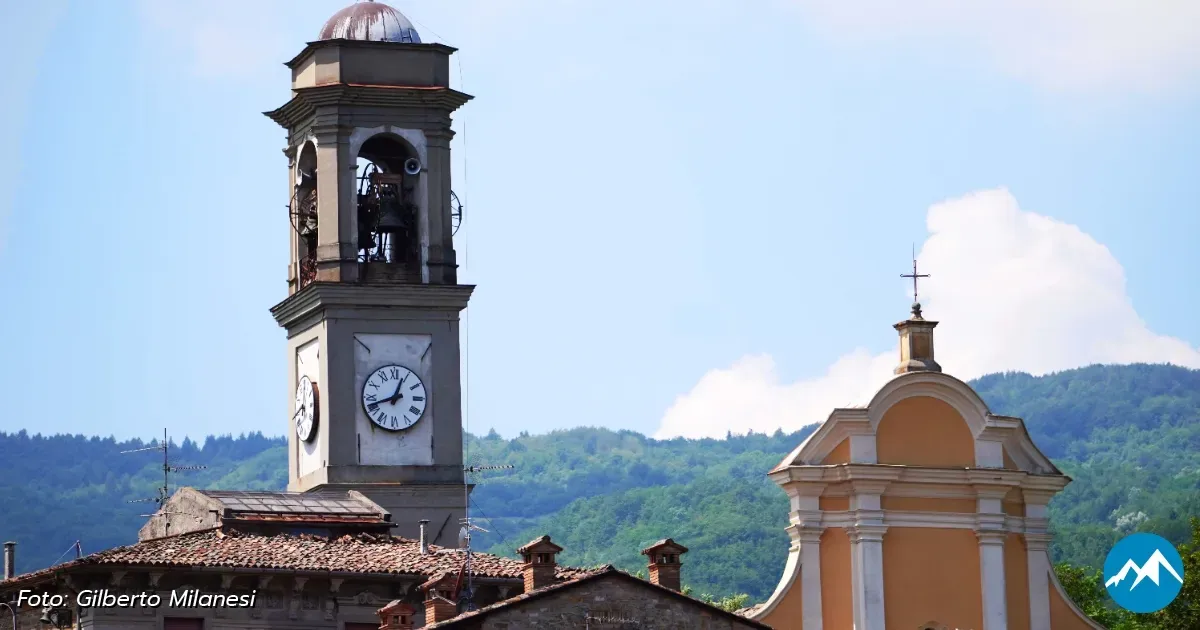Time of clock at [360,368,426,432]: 12:42
